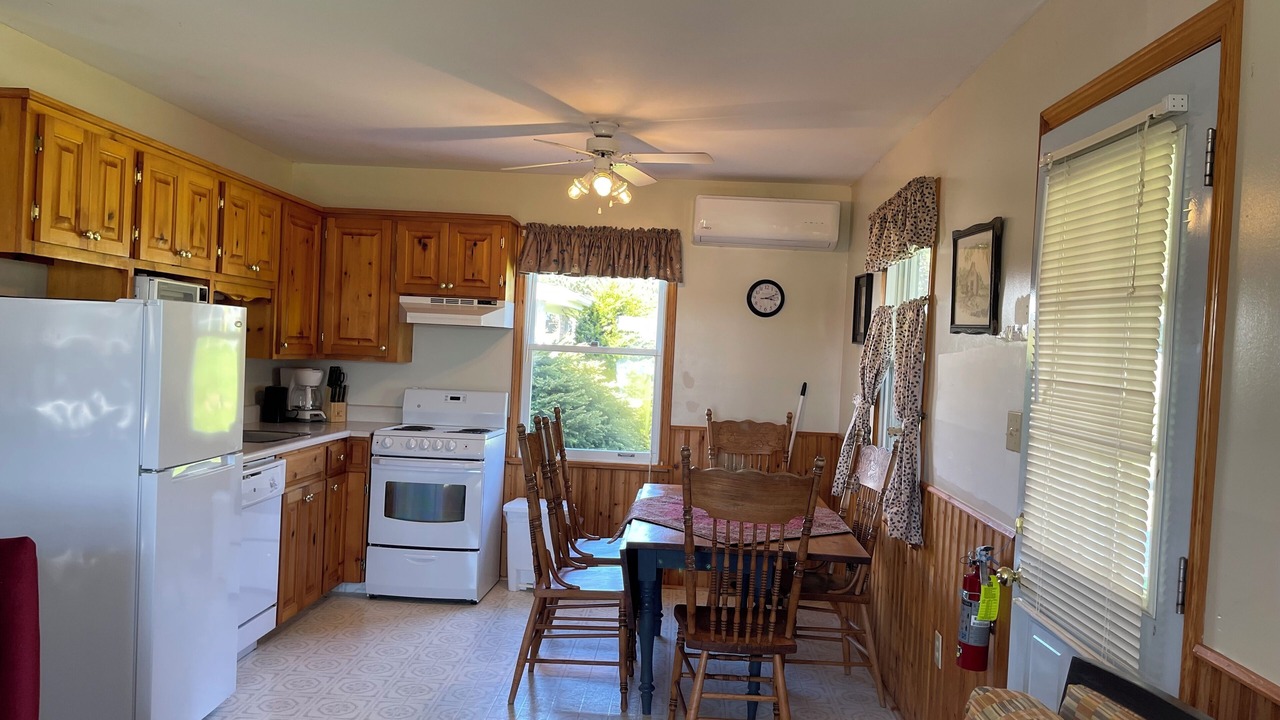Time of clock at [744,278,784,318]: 3:11
